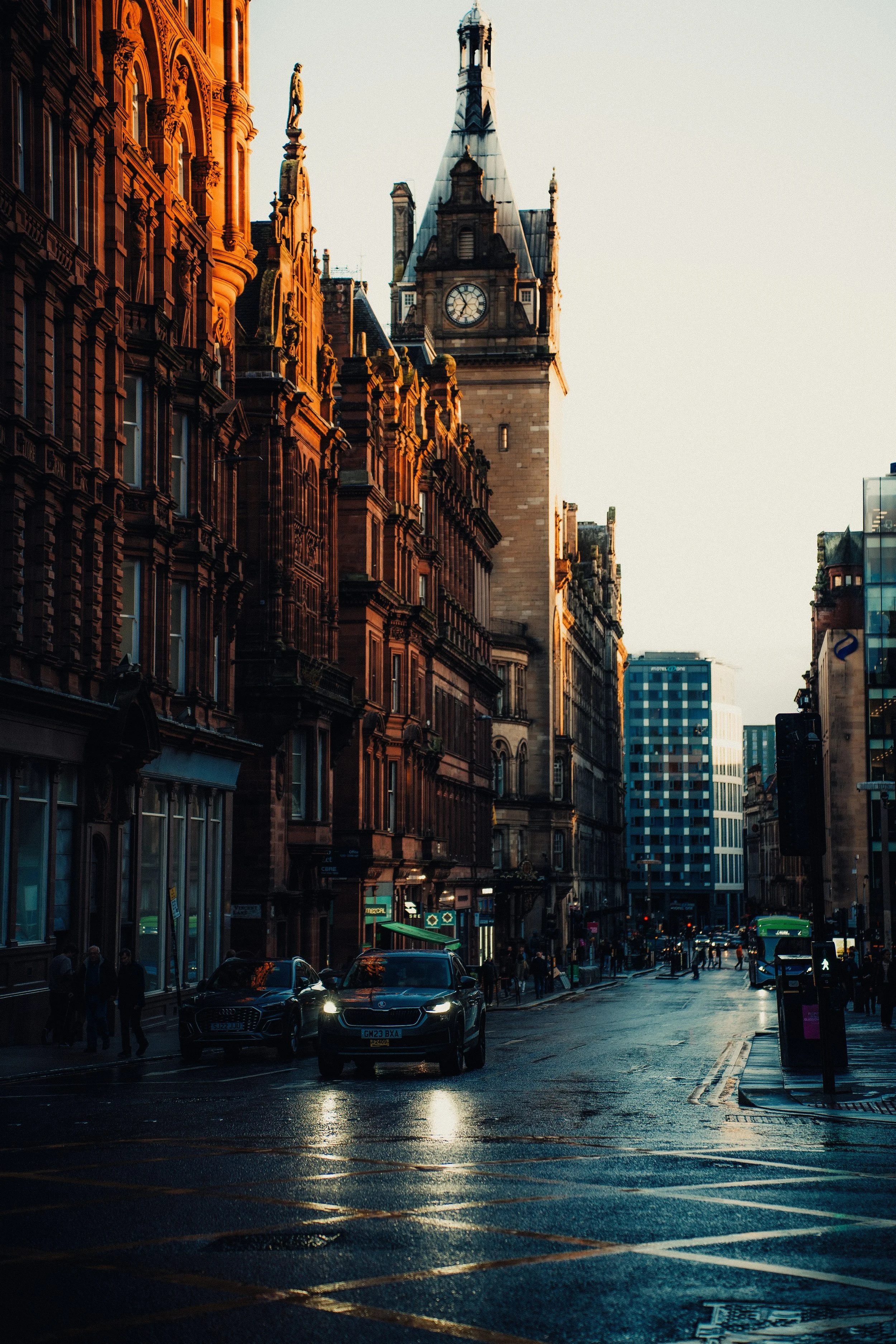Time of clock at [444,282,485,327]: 6:55
